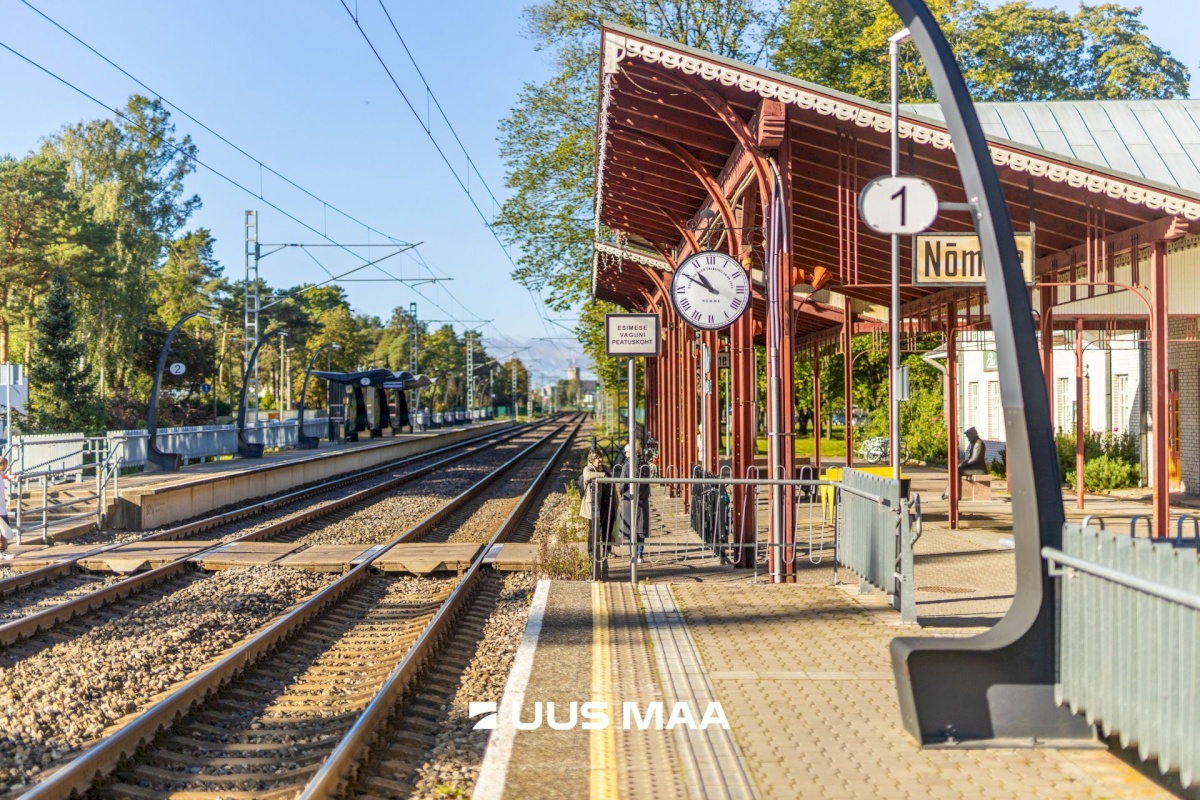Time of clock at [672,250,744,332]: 10:49
